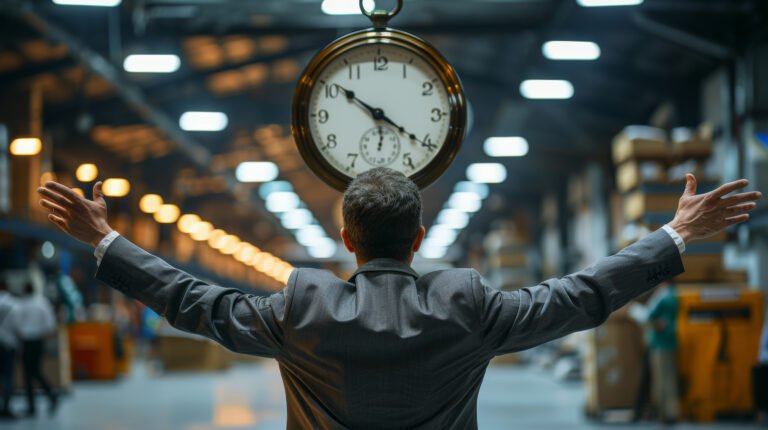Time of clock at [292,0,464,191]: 10:20
